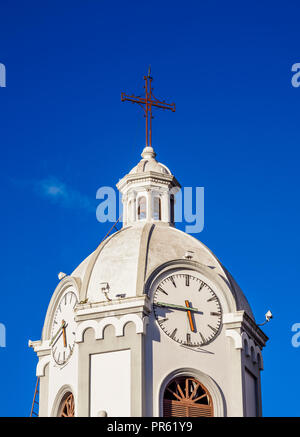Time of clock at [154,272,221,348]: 5:44
